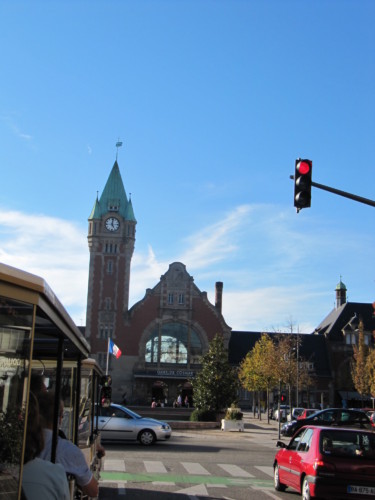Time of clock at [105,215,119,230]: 5:01
